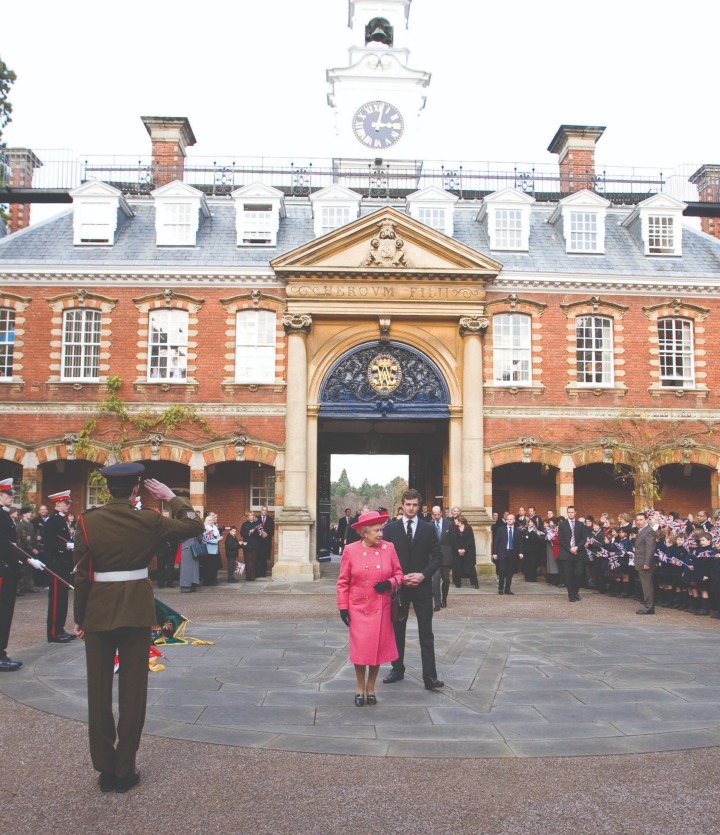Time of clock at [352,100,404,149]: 3:02
